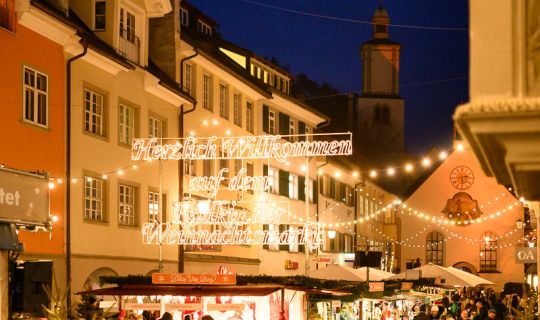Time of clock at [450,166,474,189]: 2:29
